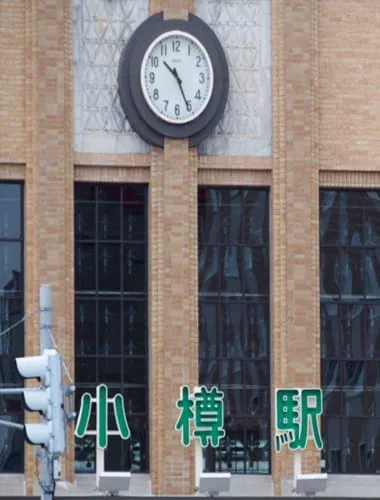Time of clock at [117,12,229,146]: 10:25
